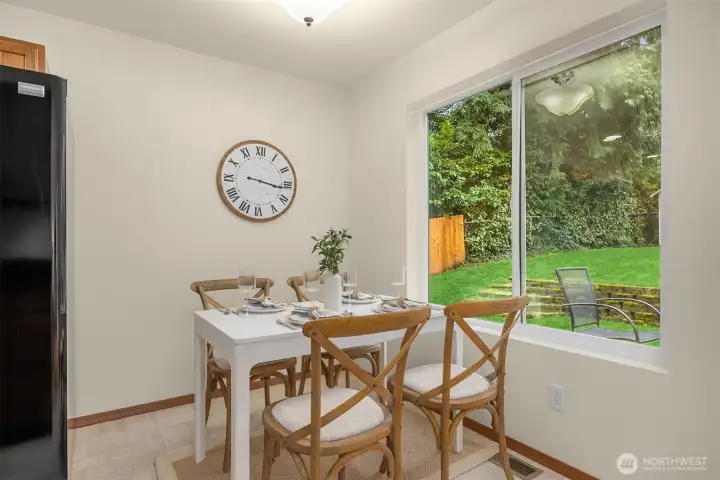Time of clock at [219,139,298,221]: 3:16
